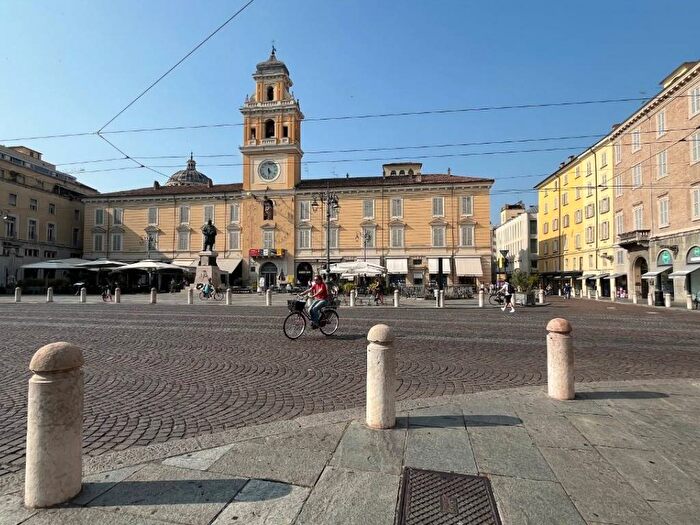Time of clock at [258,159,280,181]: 5:30
